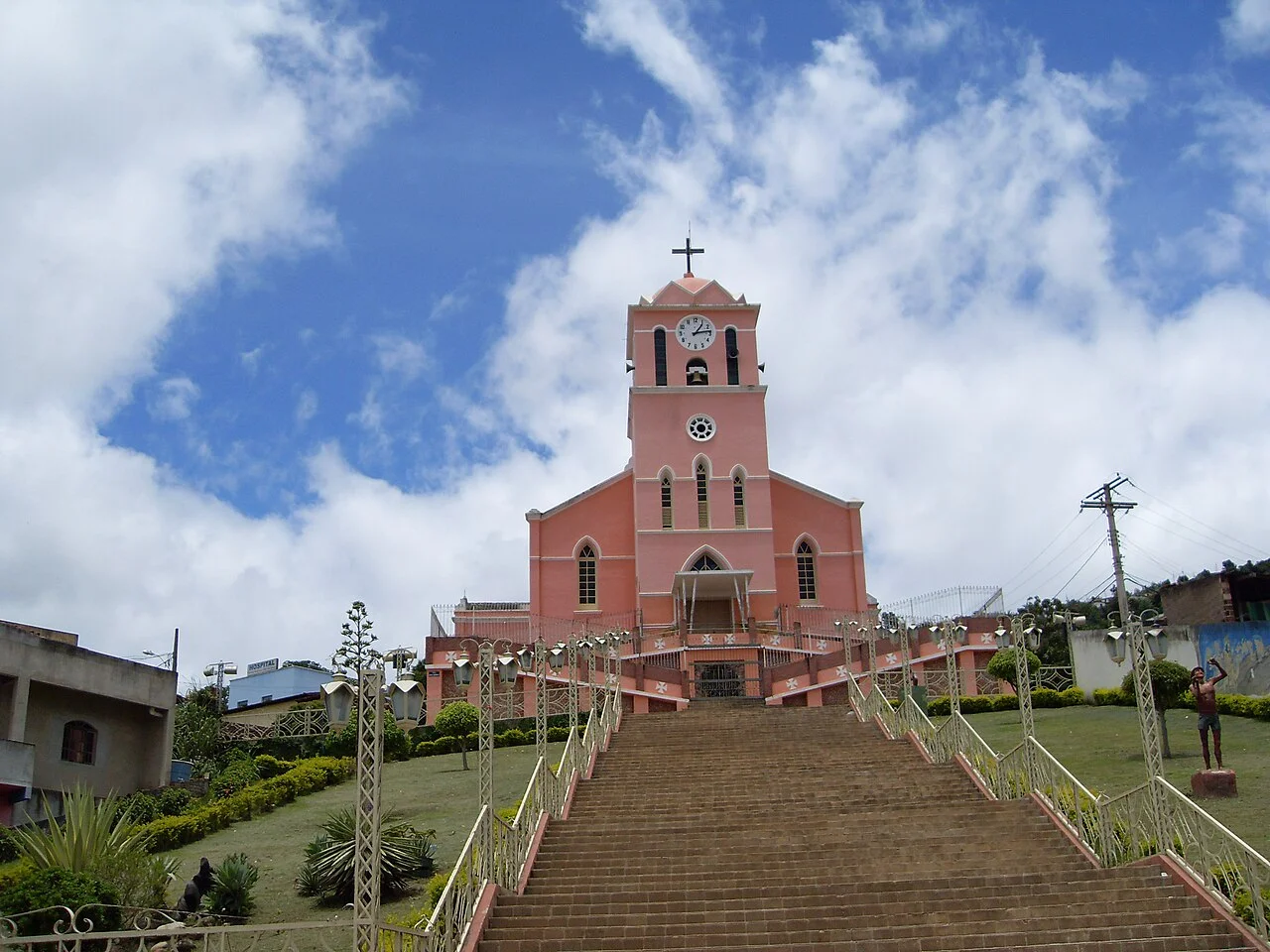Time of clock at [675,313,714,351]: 1:13
